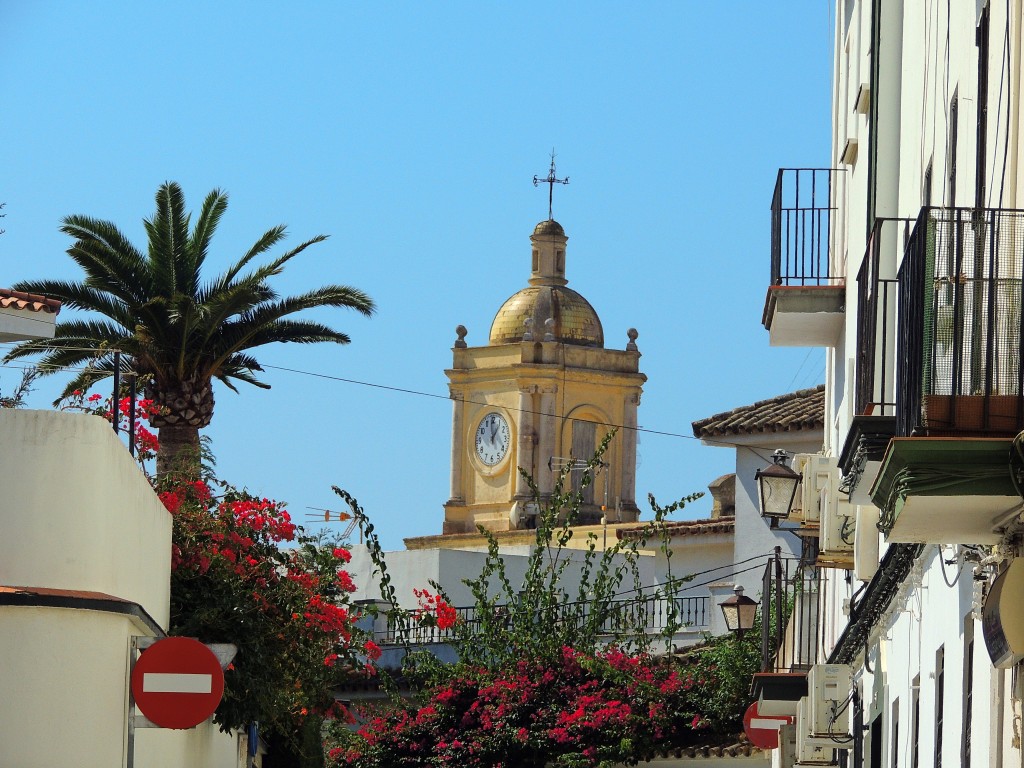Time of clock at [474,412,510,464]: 12:58
